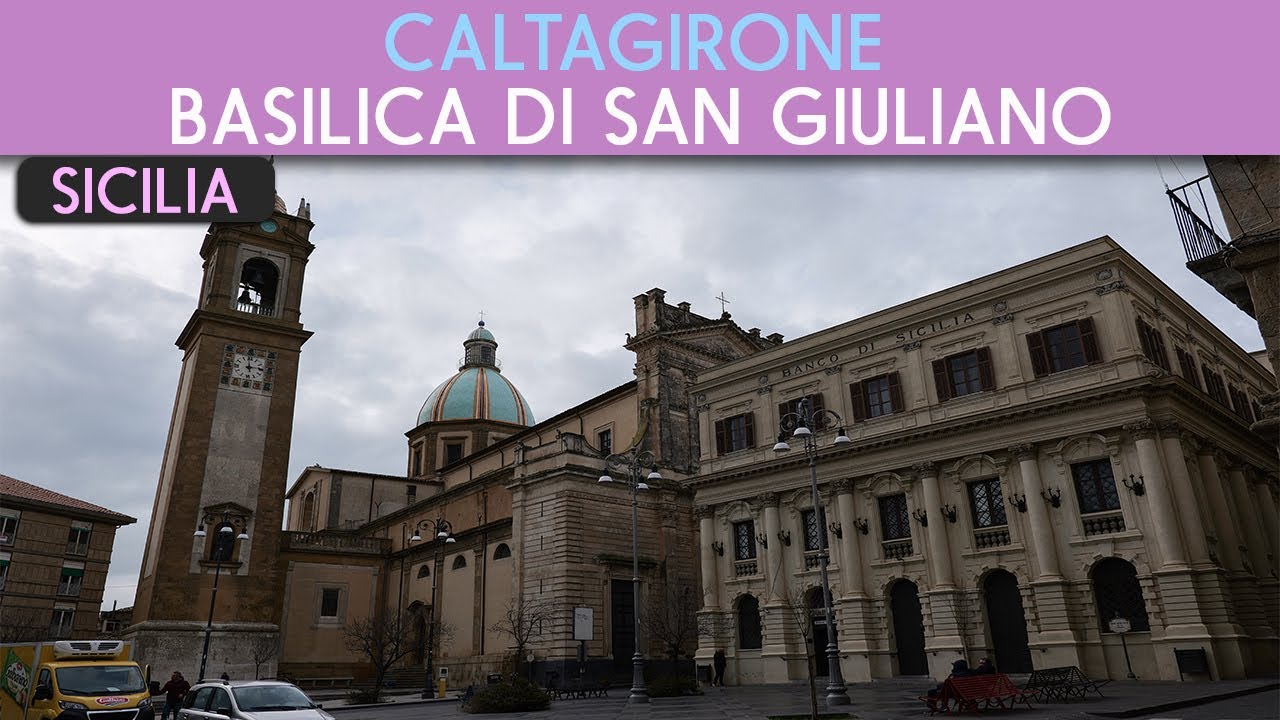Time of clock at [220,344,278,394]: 2:59
